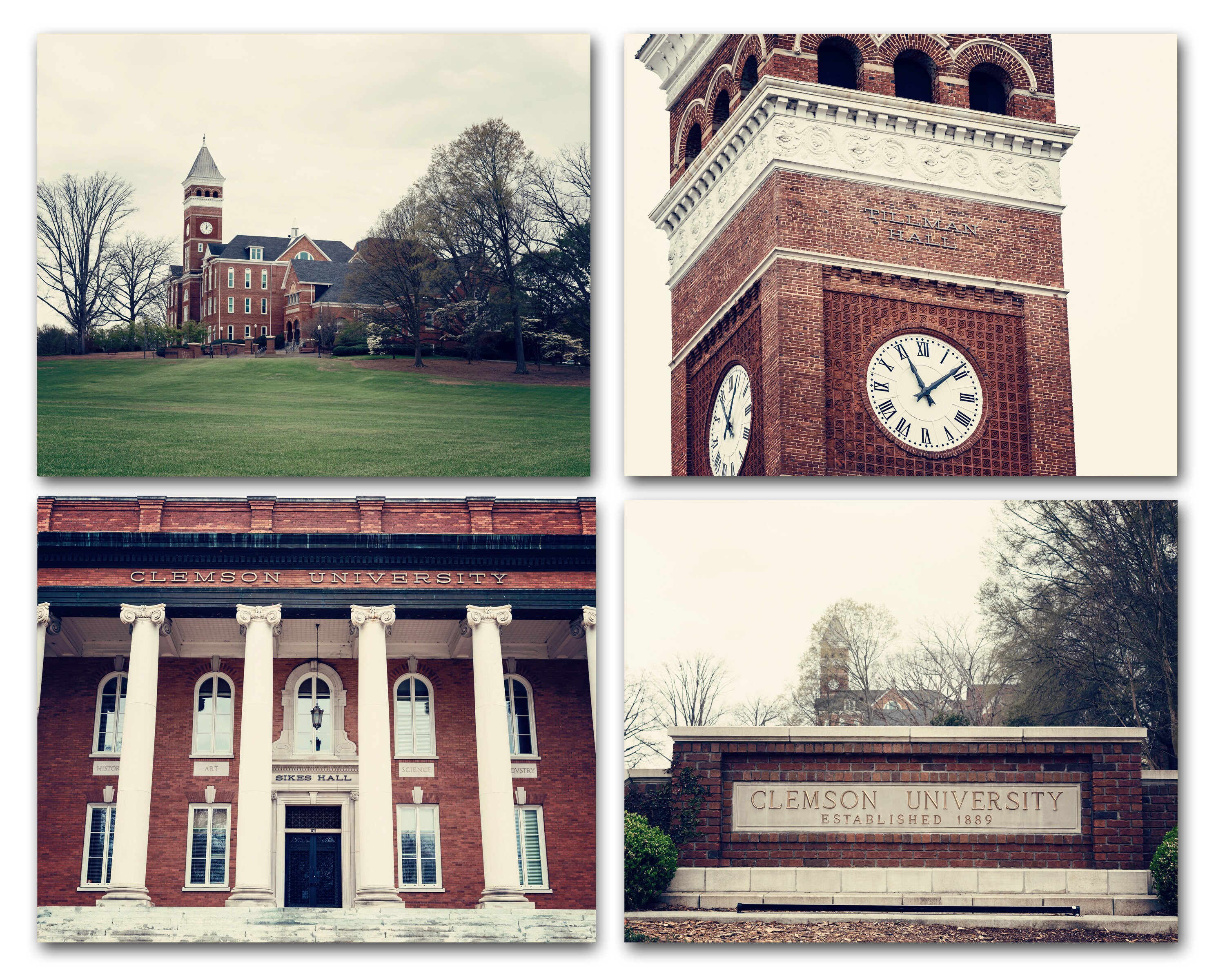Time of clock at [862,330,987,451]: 11:08
